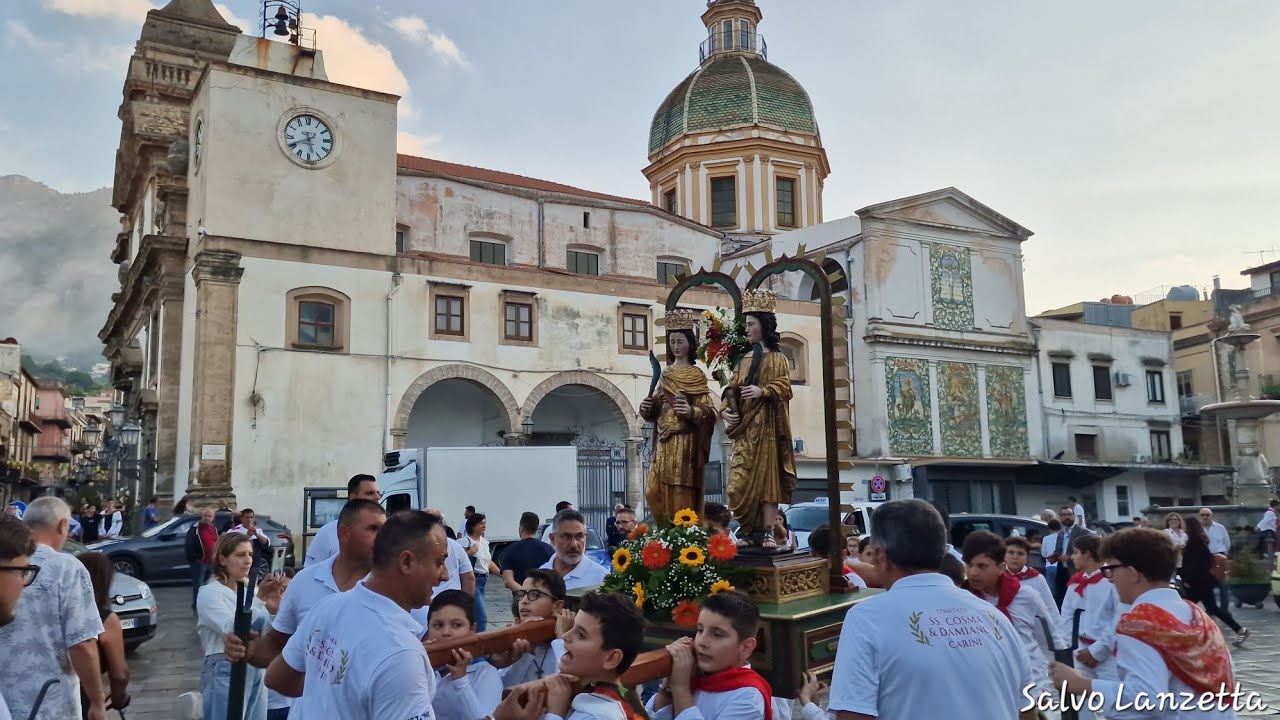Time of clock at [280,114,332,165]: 5:40
